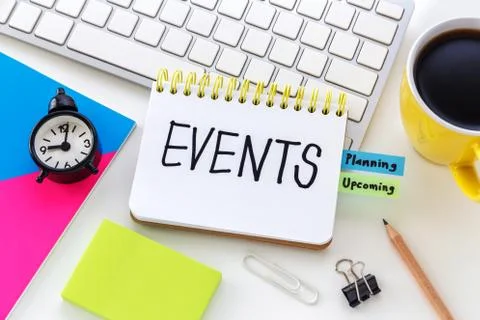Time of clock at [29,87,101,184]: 9:01
